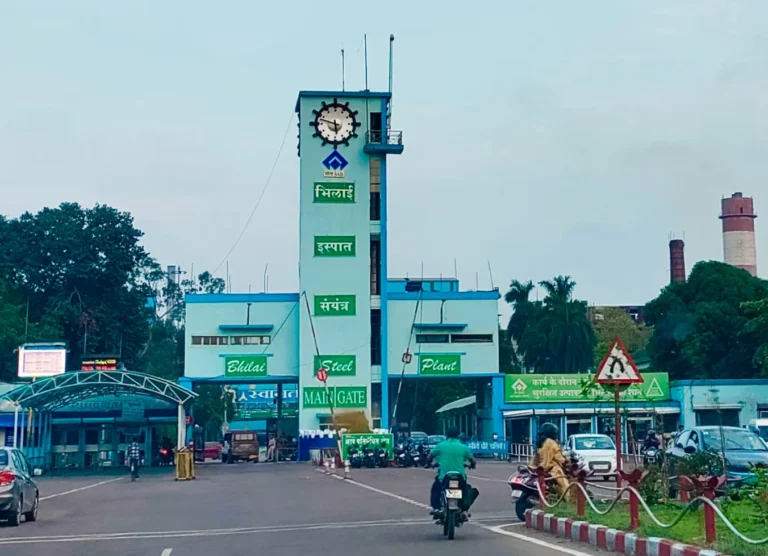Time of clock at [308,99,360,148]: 5:47
